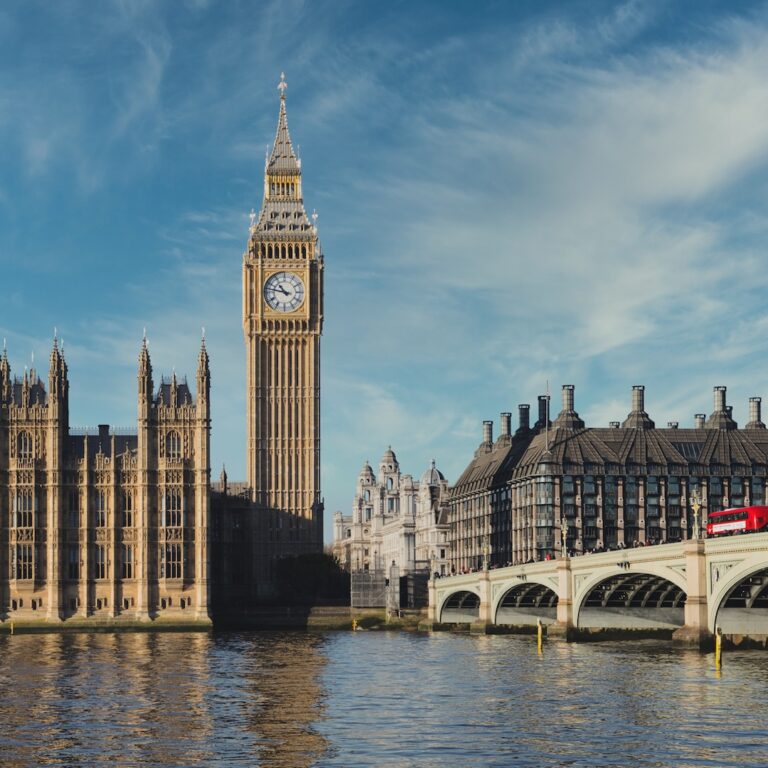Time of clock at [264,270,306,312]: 10:47
